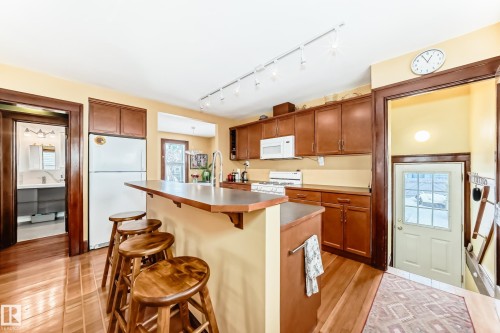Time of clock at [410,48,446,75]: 12:55
